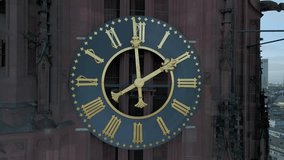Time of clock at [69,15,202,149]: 1:59
